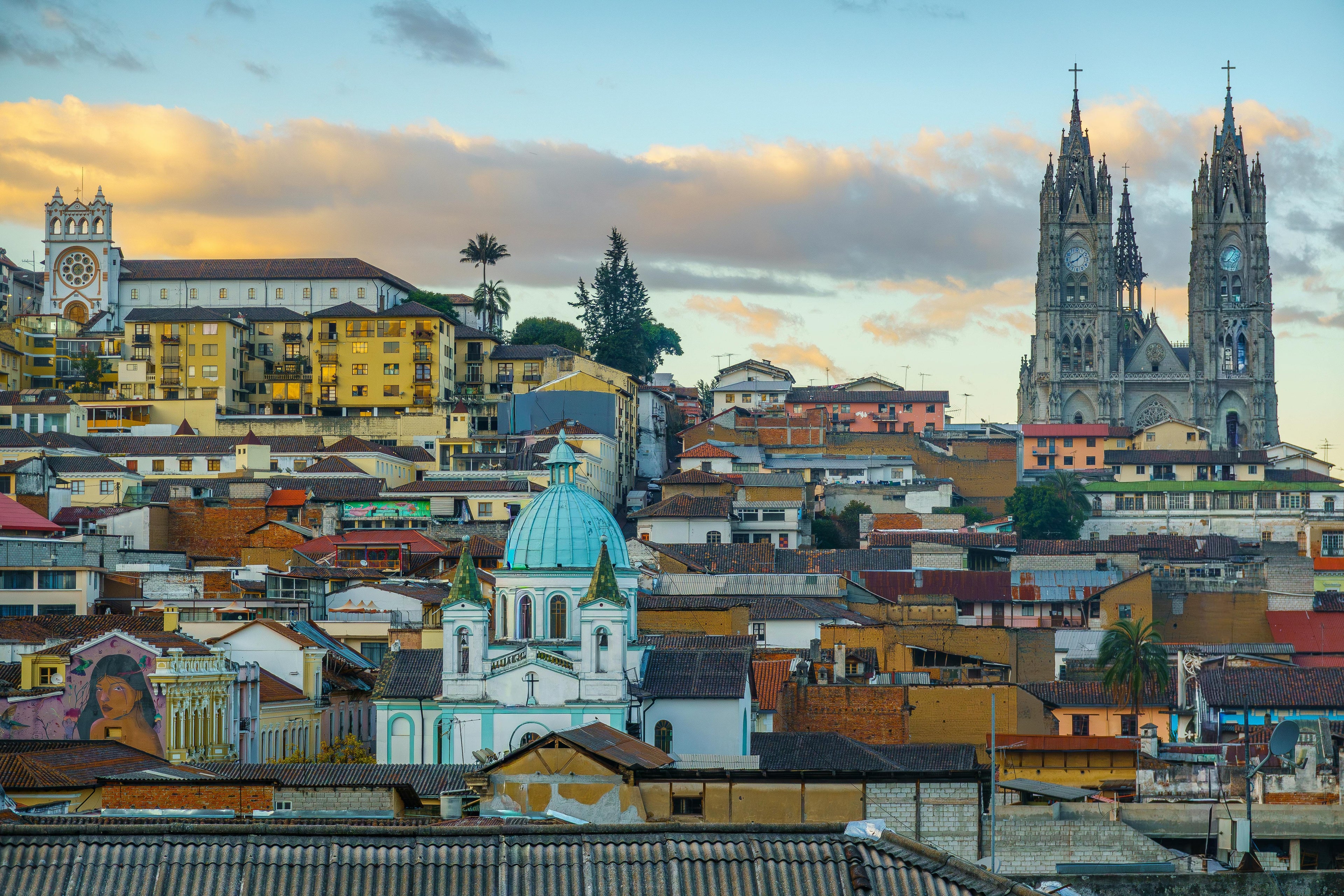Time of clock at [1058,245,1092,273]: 8:07
